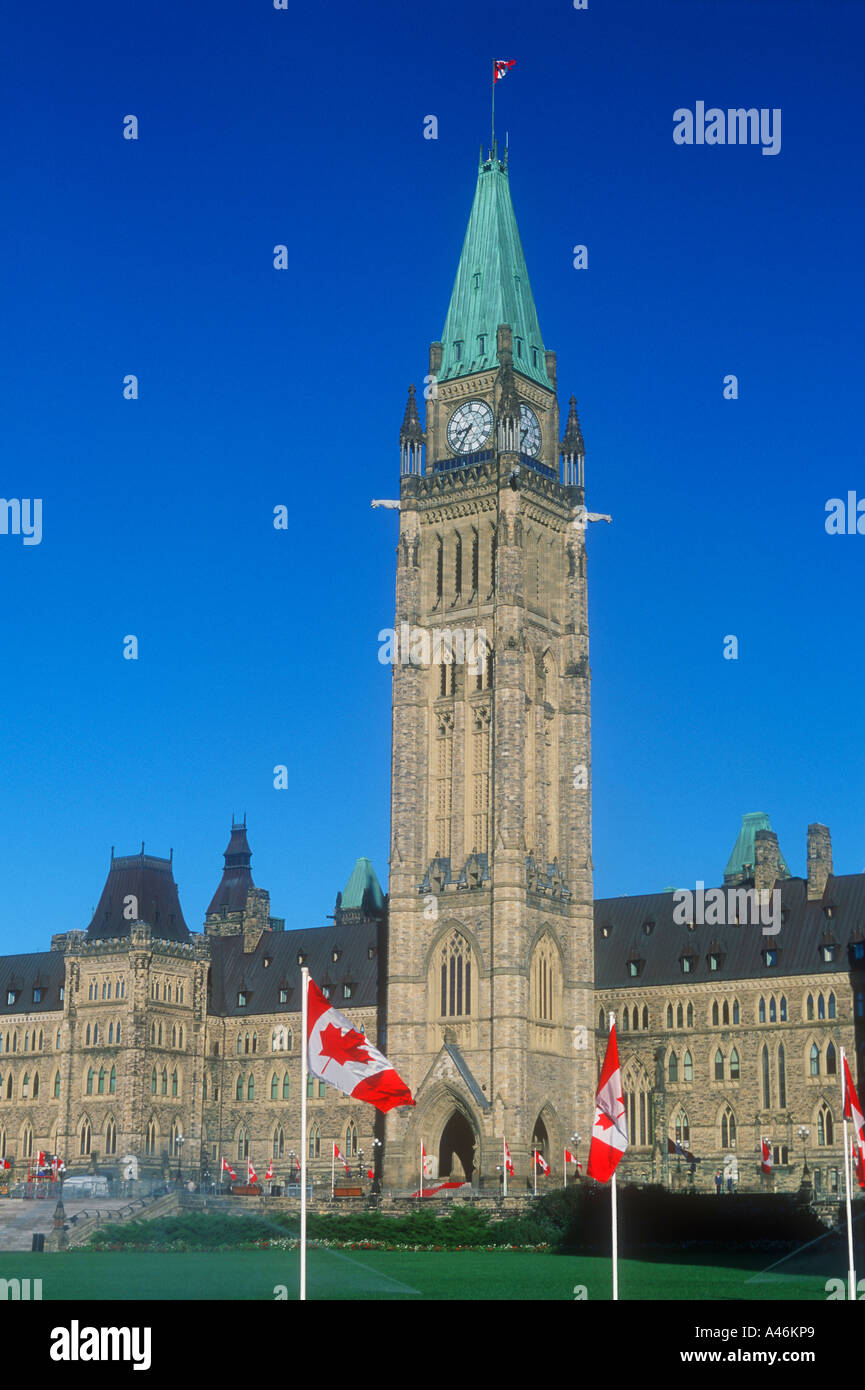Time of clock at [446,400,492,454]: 8:35
